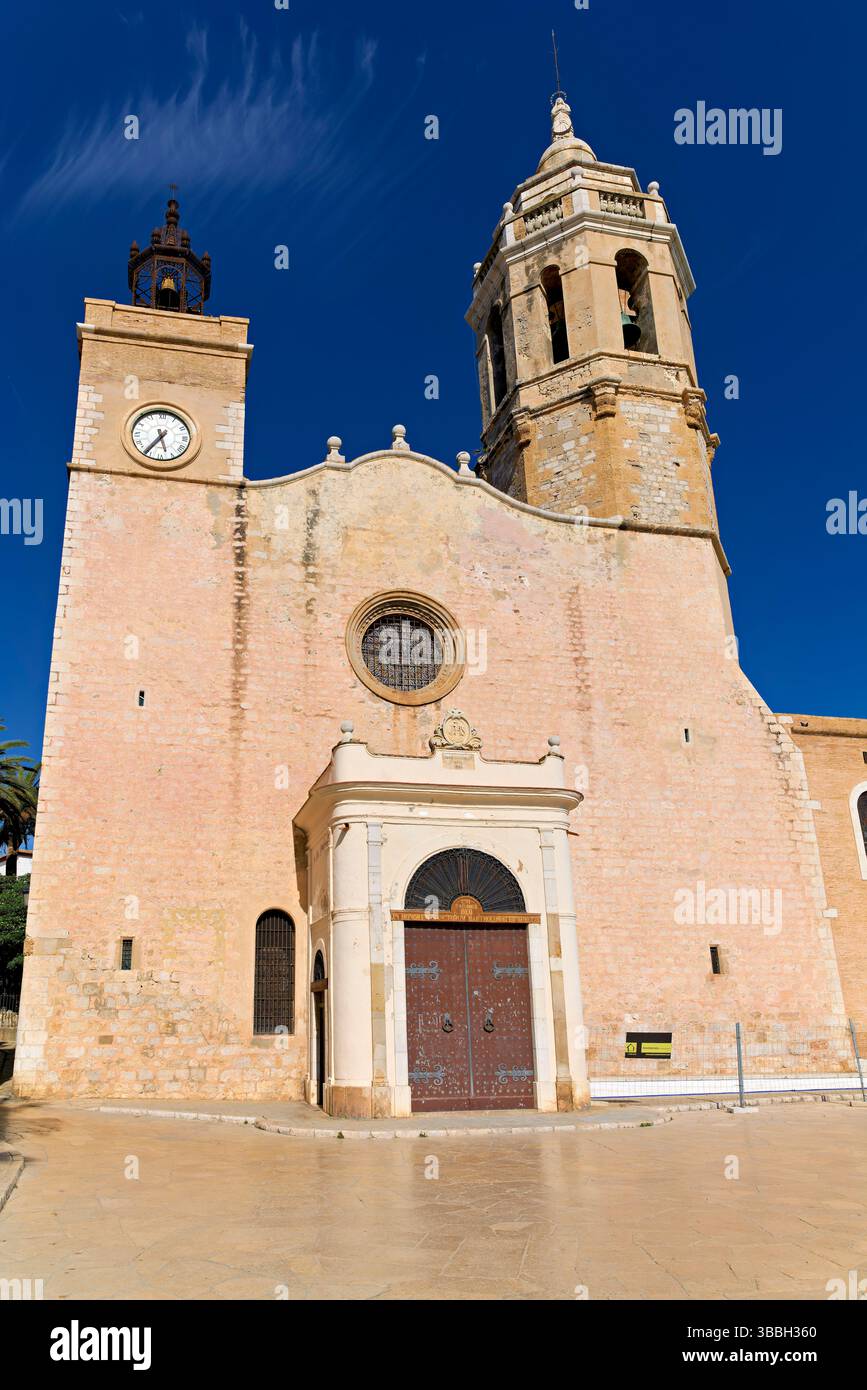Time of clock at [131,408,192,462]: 5:36
